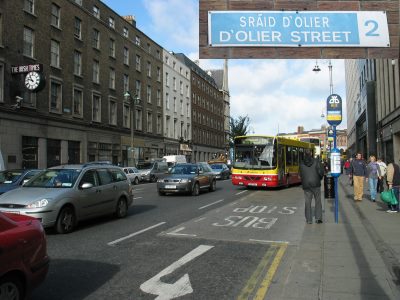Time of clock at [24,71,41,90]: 10:47
